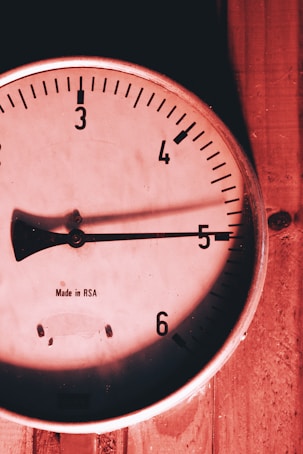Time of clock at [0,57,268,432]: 9:14
